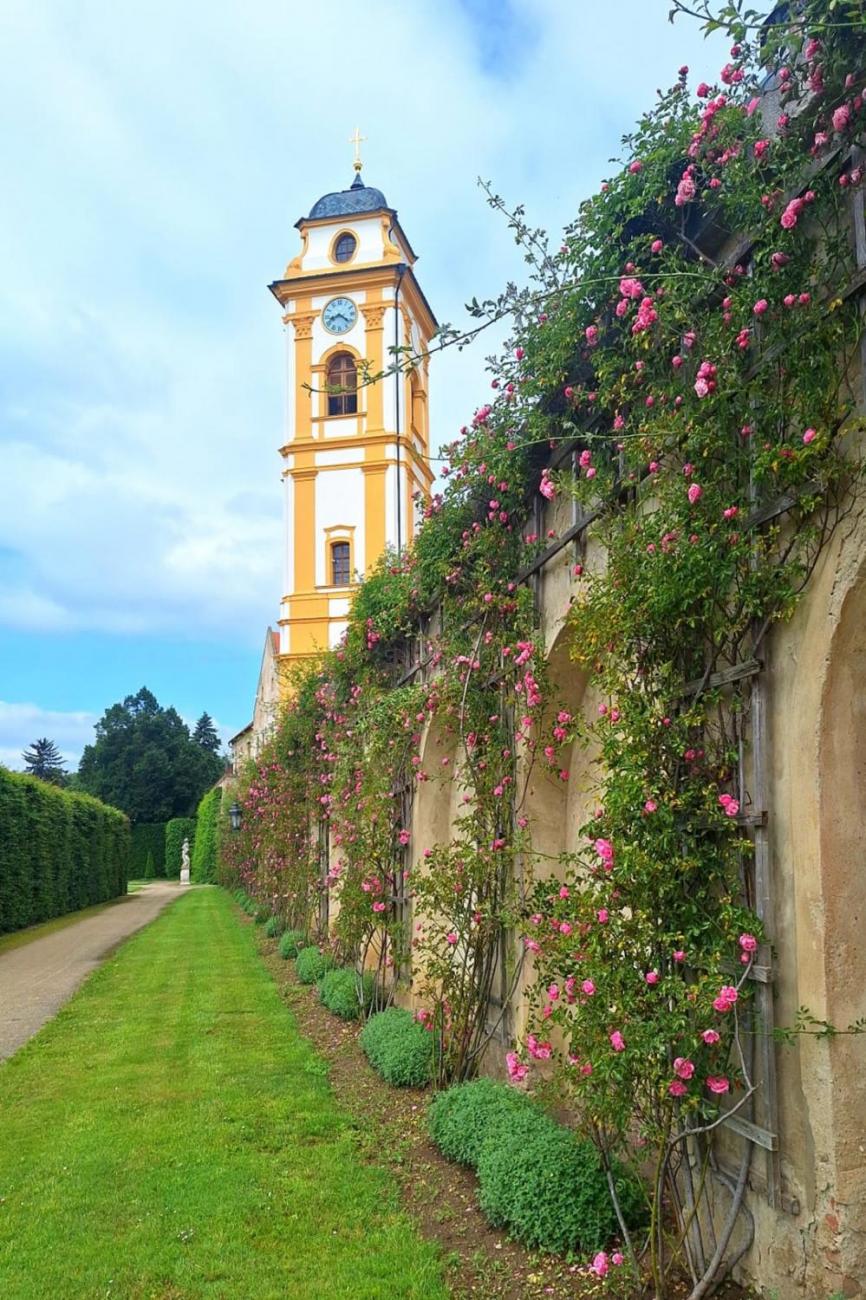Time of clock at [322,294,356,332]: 8:21
